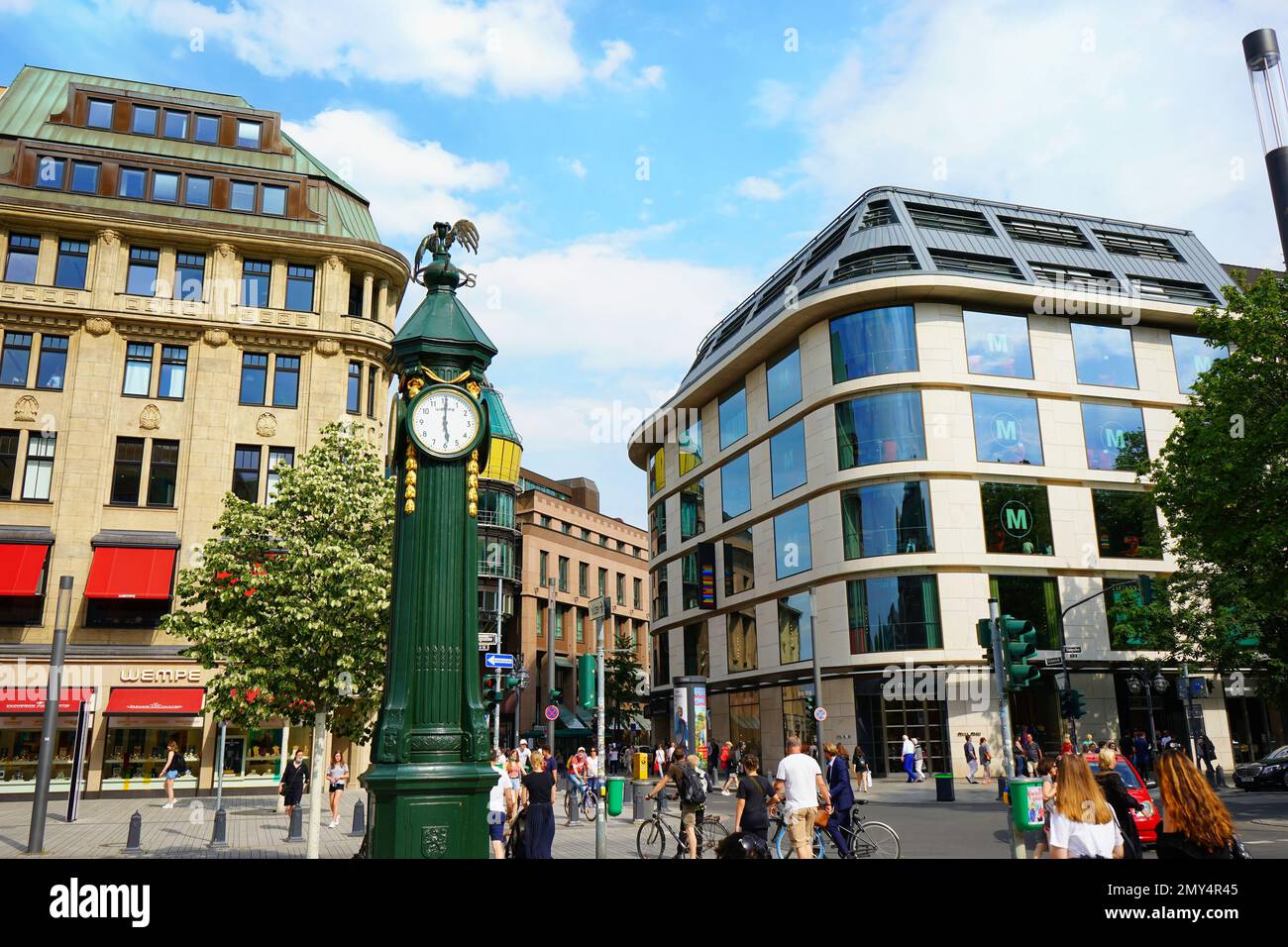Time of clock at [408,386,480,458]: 6:00
